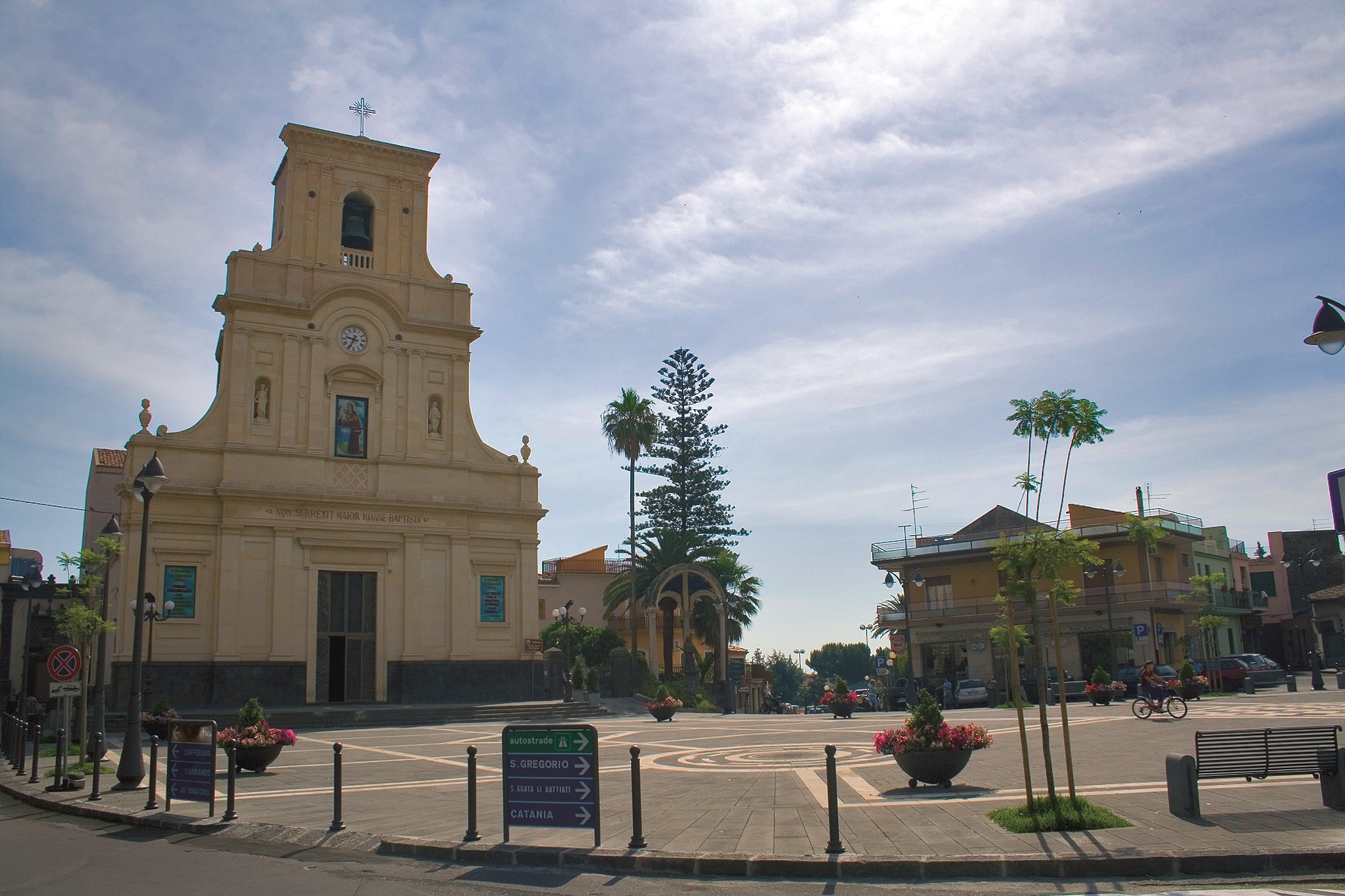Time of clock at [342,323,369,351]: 9:34
